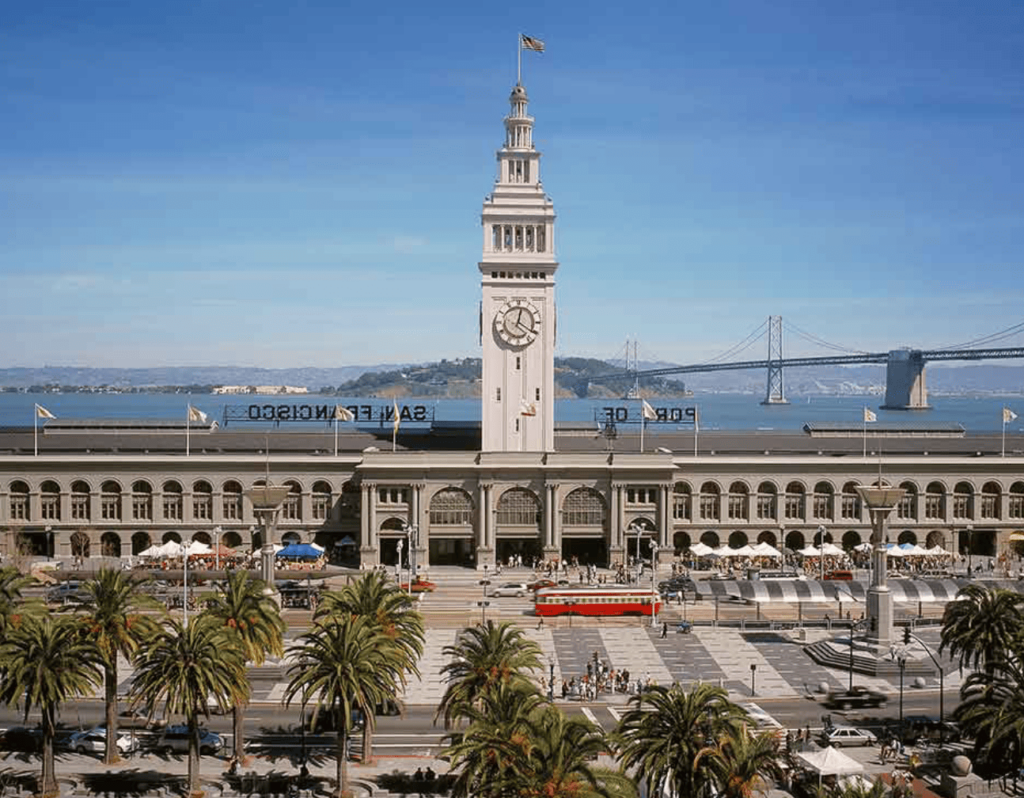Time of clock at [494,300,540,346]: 12:20
